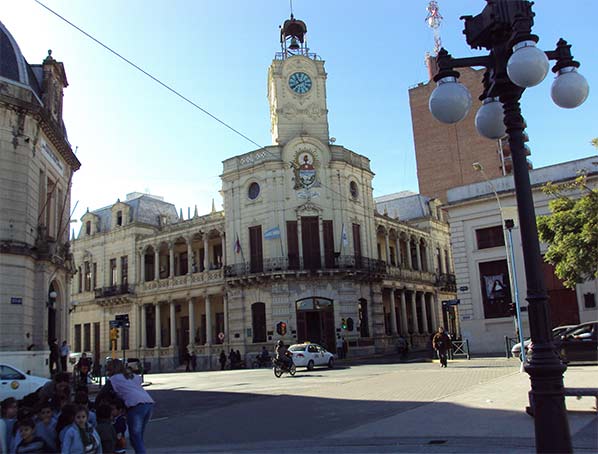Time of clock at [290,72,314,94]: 10:40
